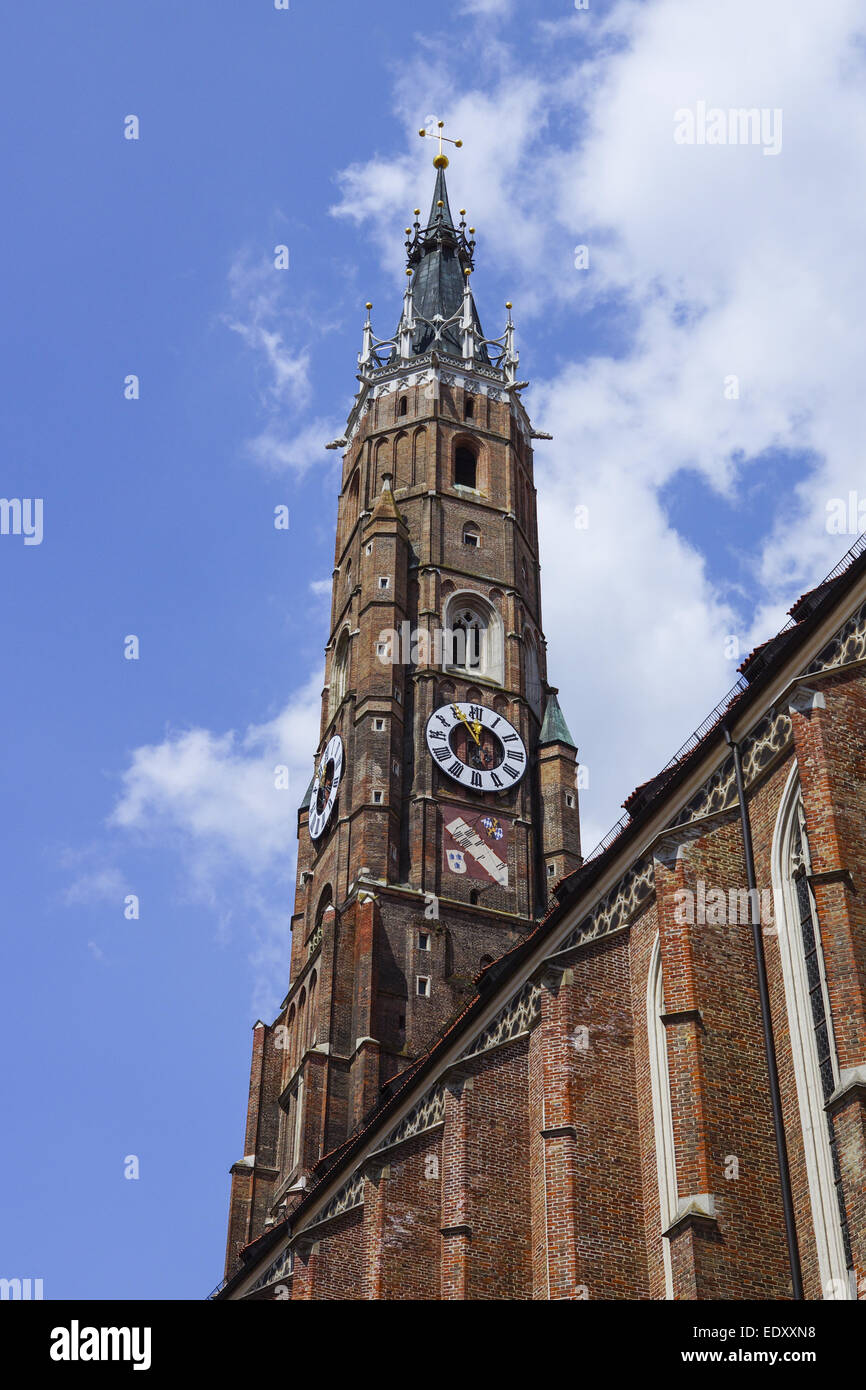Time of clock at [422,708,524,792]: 11:55
